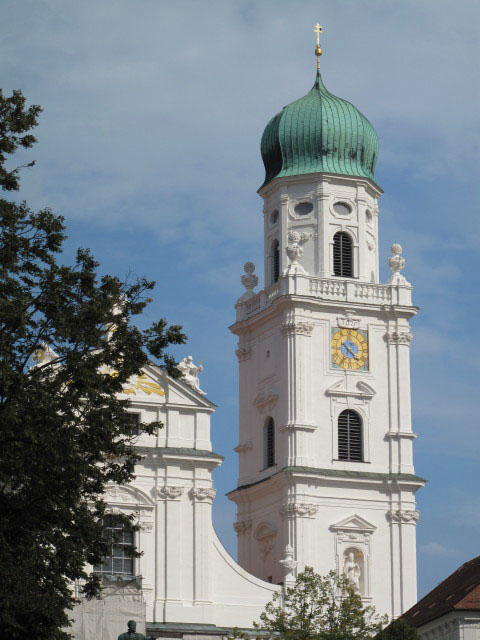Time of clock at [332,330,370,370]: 4:35
